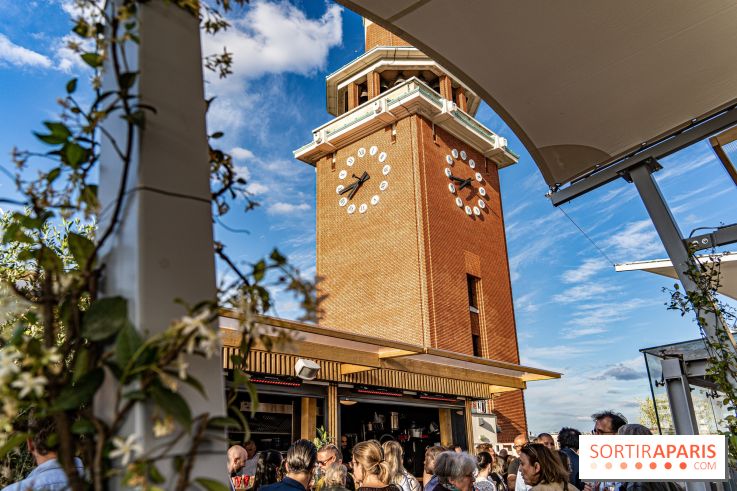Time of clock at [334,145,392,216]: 7:43
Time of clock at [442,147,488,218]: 7:43
